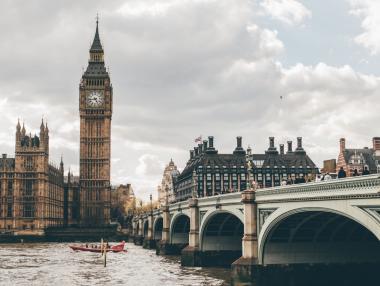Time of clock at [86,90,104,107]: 4:43
